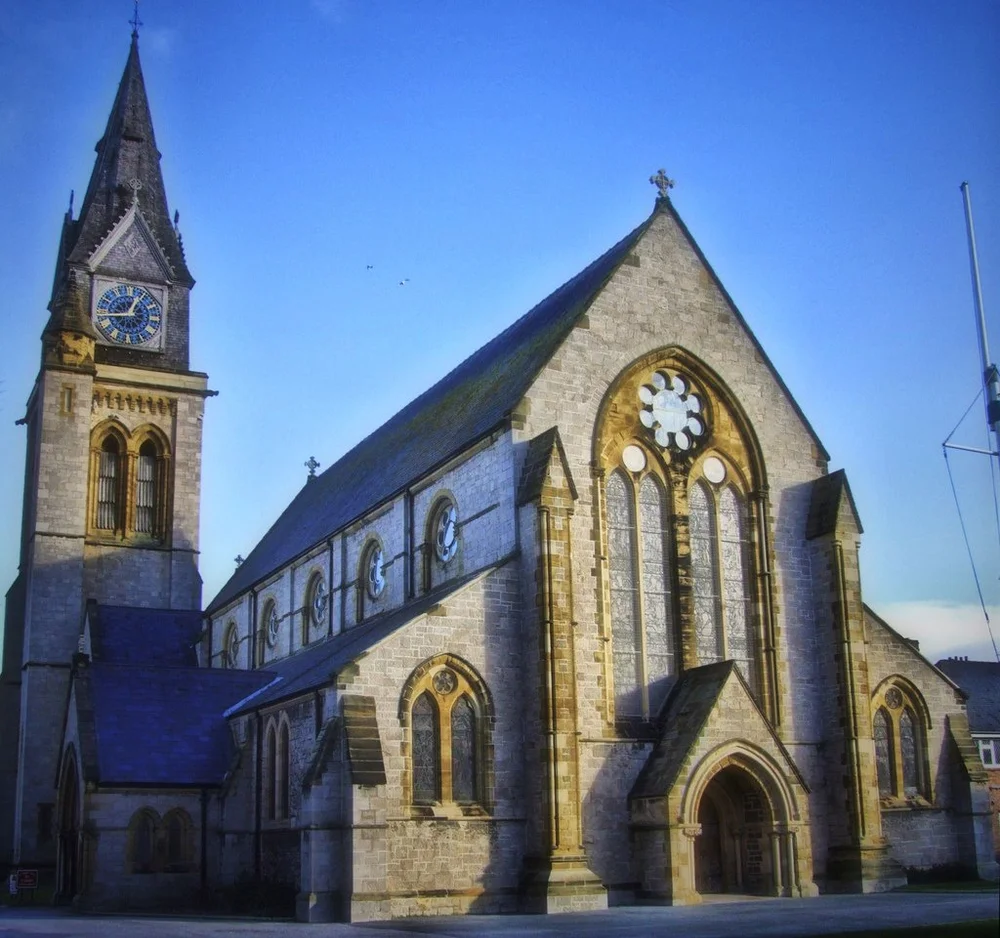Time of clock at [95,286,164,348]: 12:43
